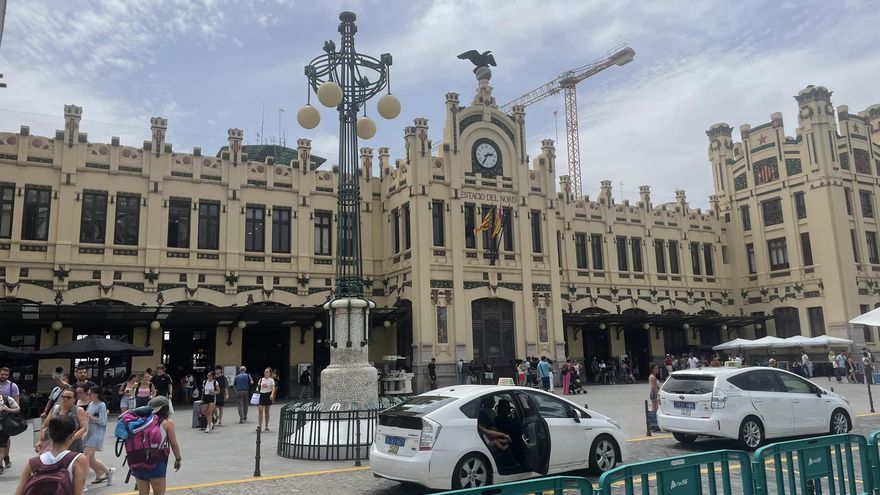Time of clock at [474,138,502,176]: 2:35
